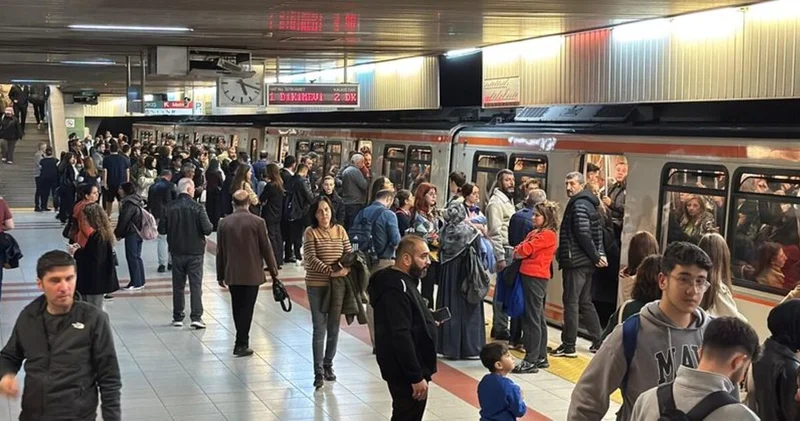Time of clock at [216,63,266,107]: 5:18
